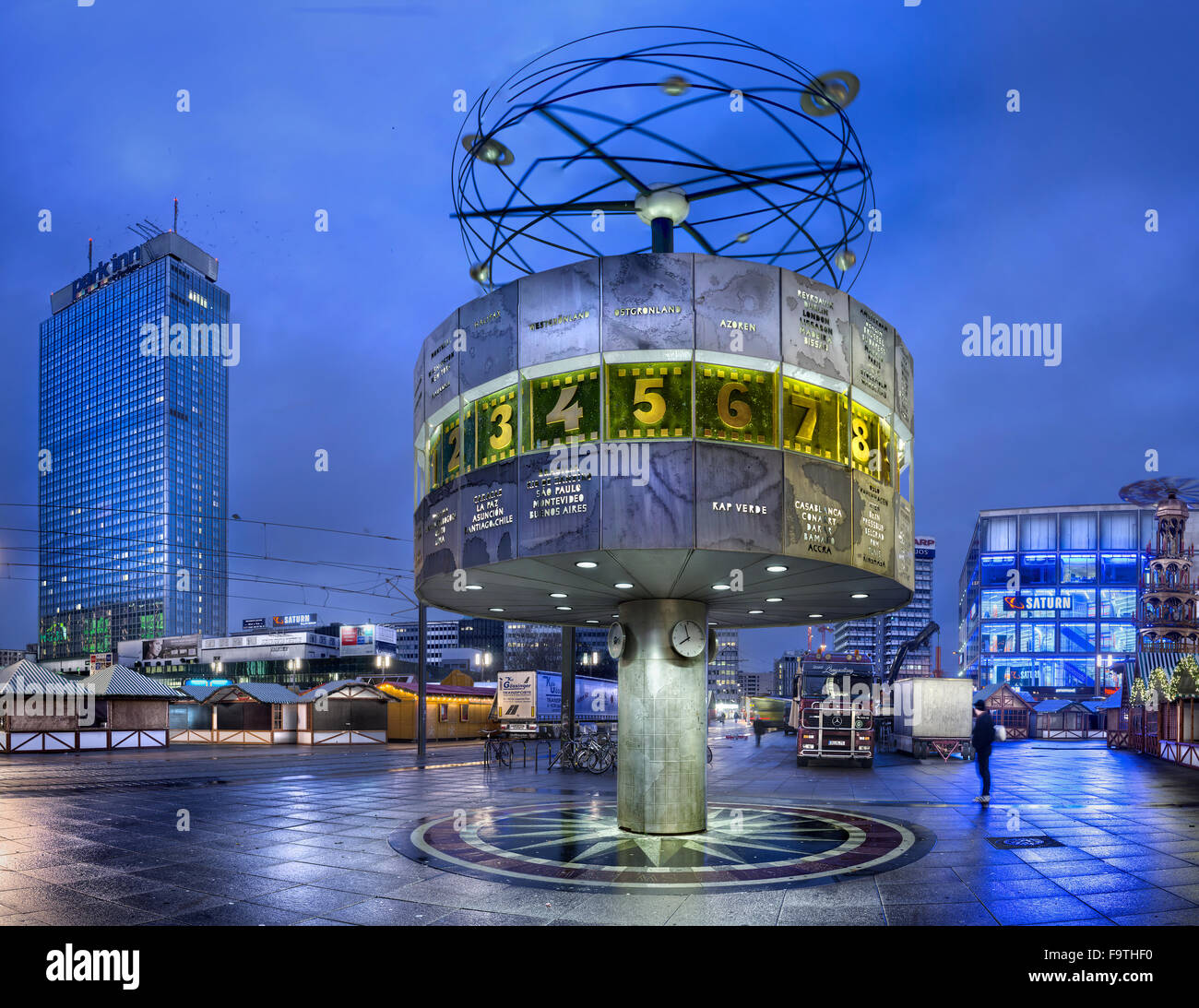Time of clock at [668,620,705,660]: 7:58
